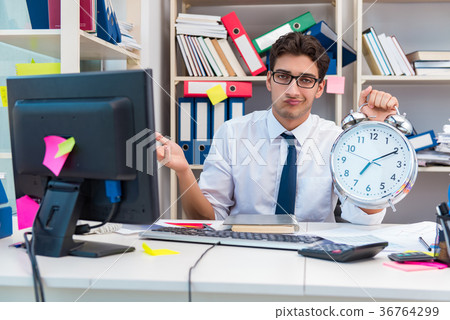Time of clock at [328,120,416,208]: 7:10
